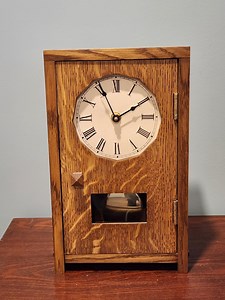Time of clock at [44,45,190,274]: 1:56
